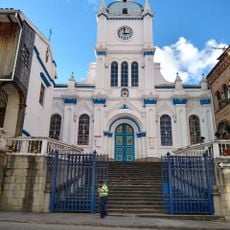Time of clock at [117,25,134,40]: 2:59
